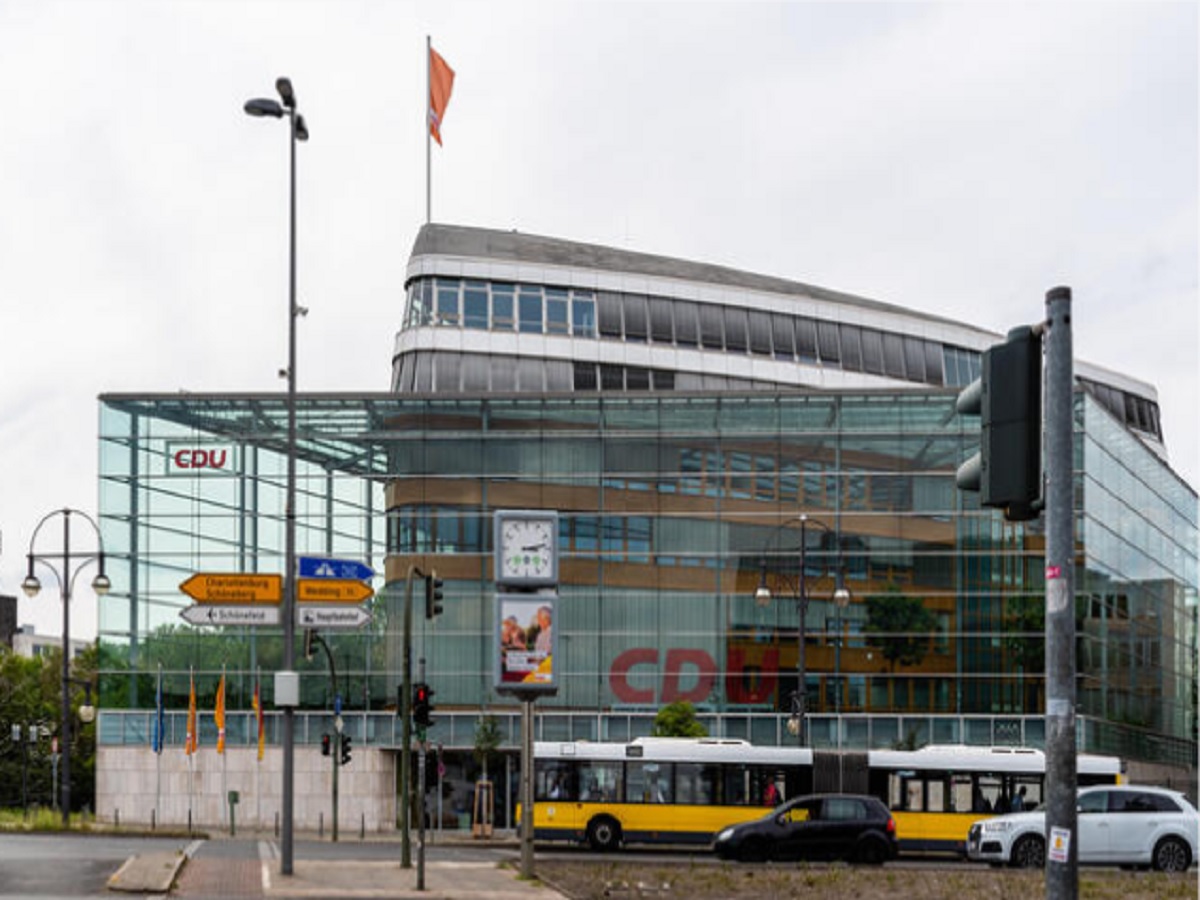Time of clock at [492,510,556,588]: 3:13
